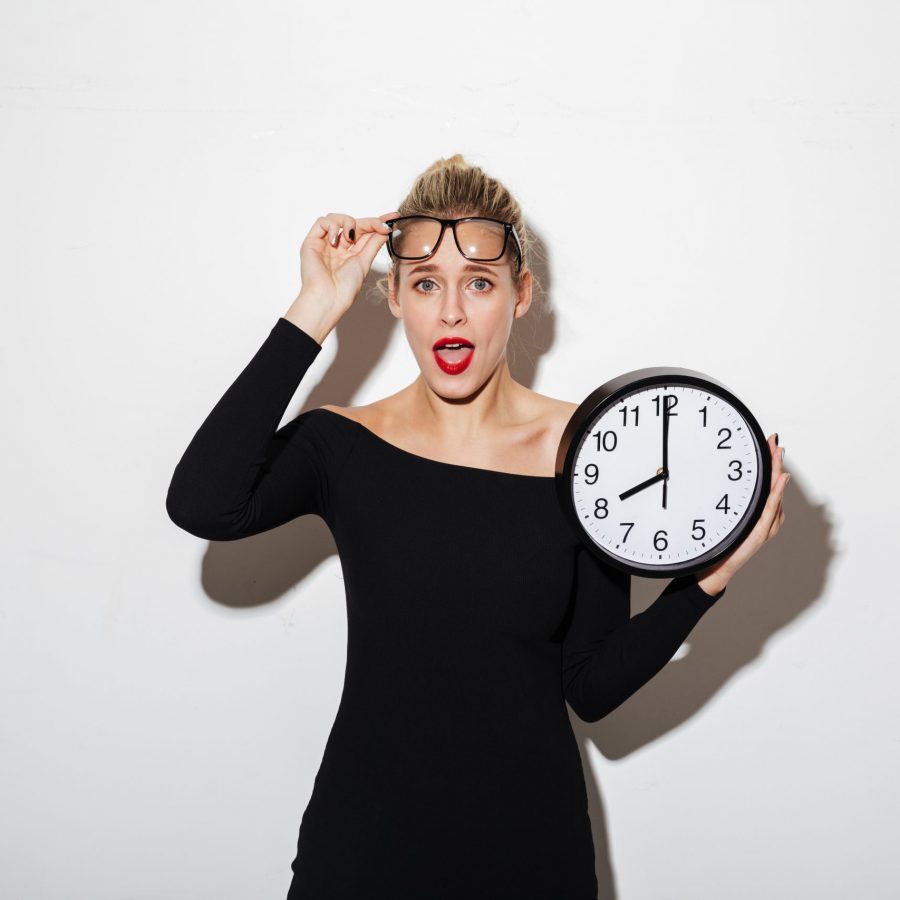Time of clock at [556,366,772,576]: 7:59
